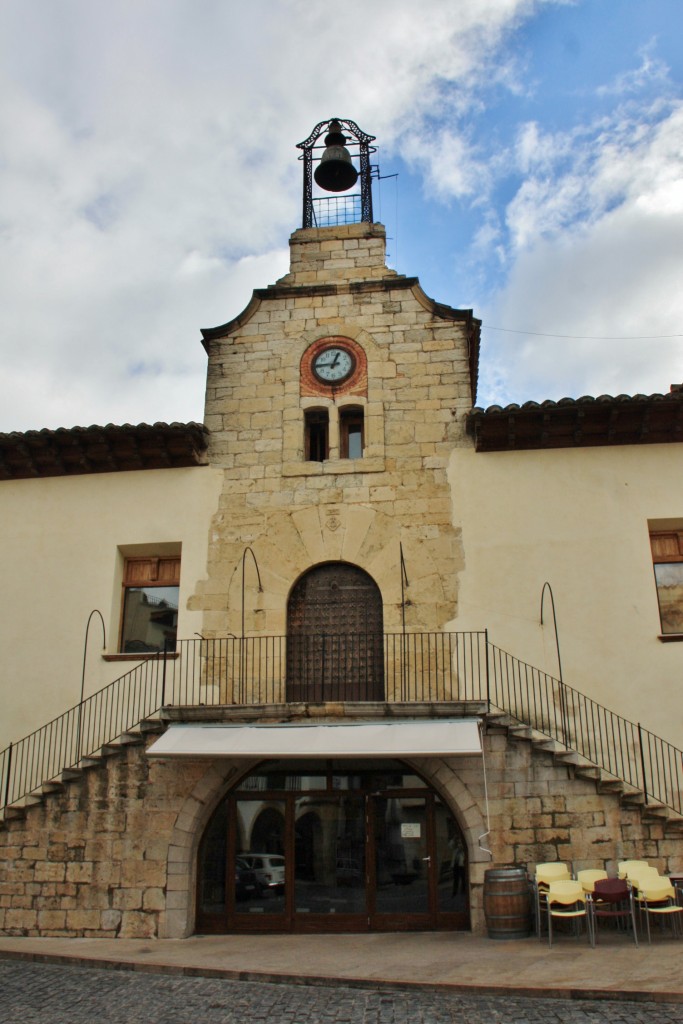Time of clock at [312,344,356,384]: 12:44
